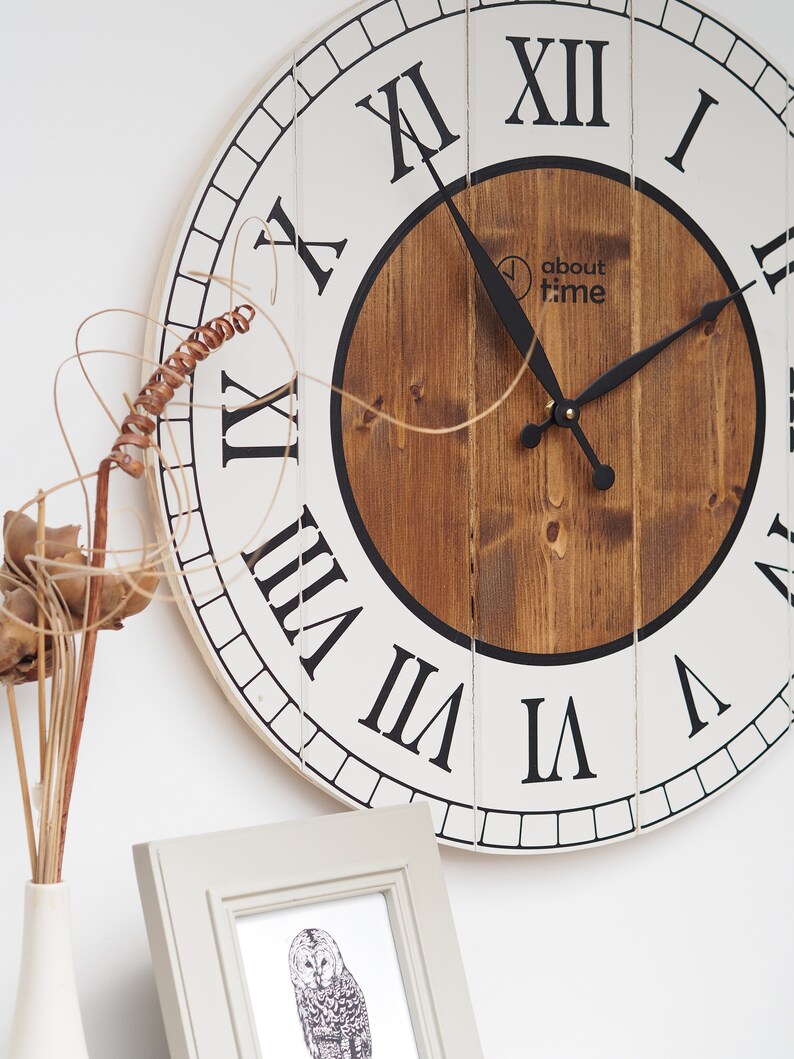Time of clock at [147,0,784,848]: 1:54
